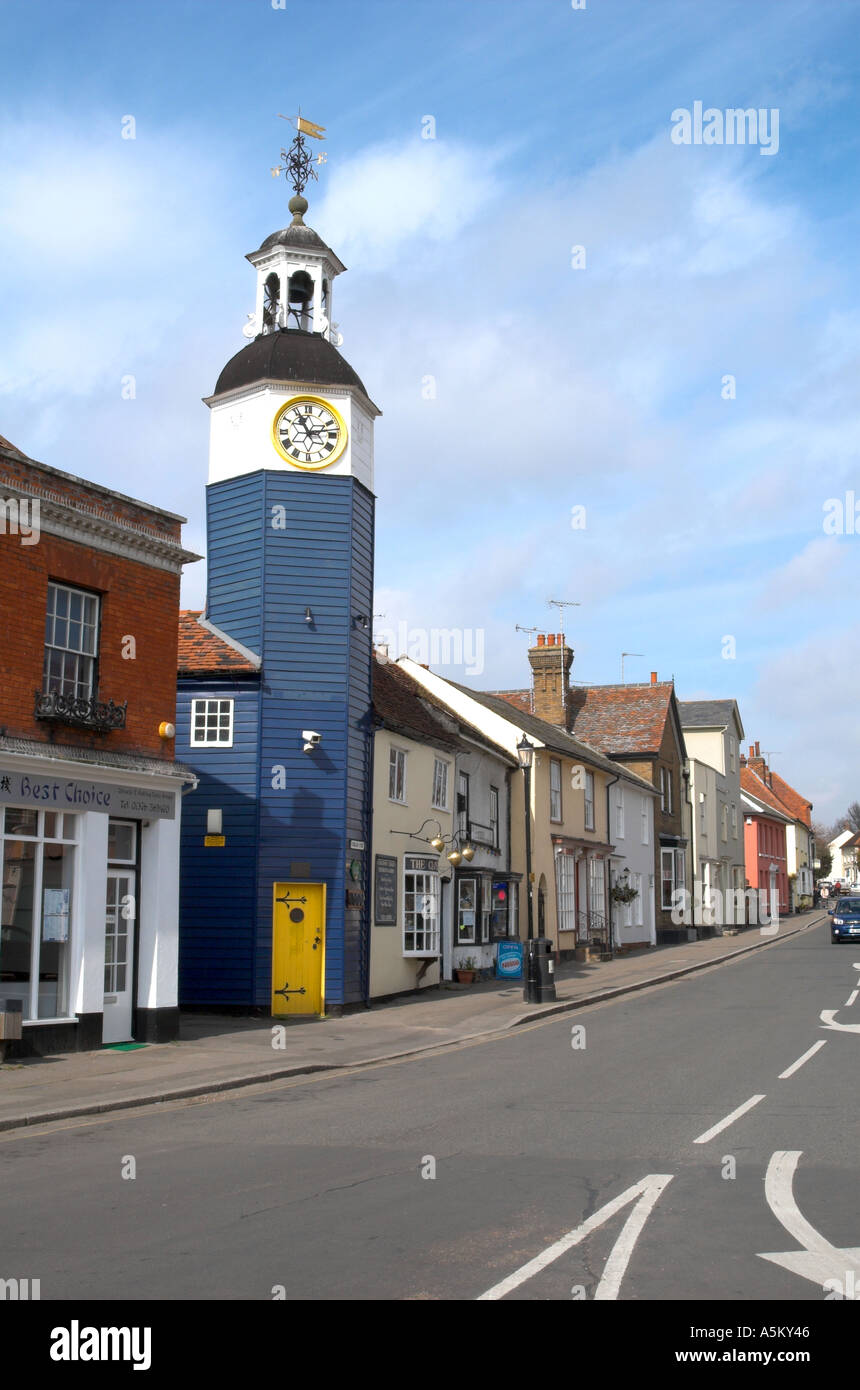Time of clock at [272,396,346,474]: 11:13
